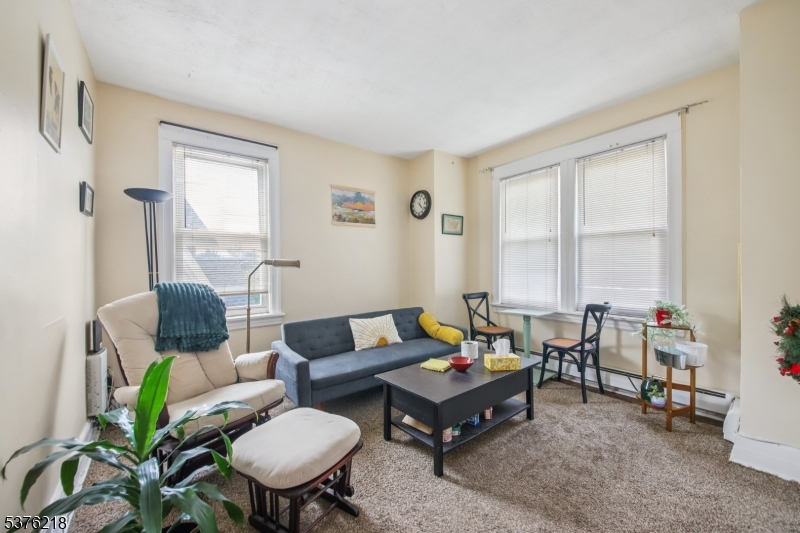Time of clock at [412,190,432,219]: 4:22
